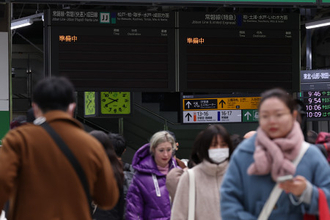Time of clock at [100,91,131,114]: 9:41
